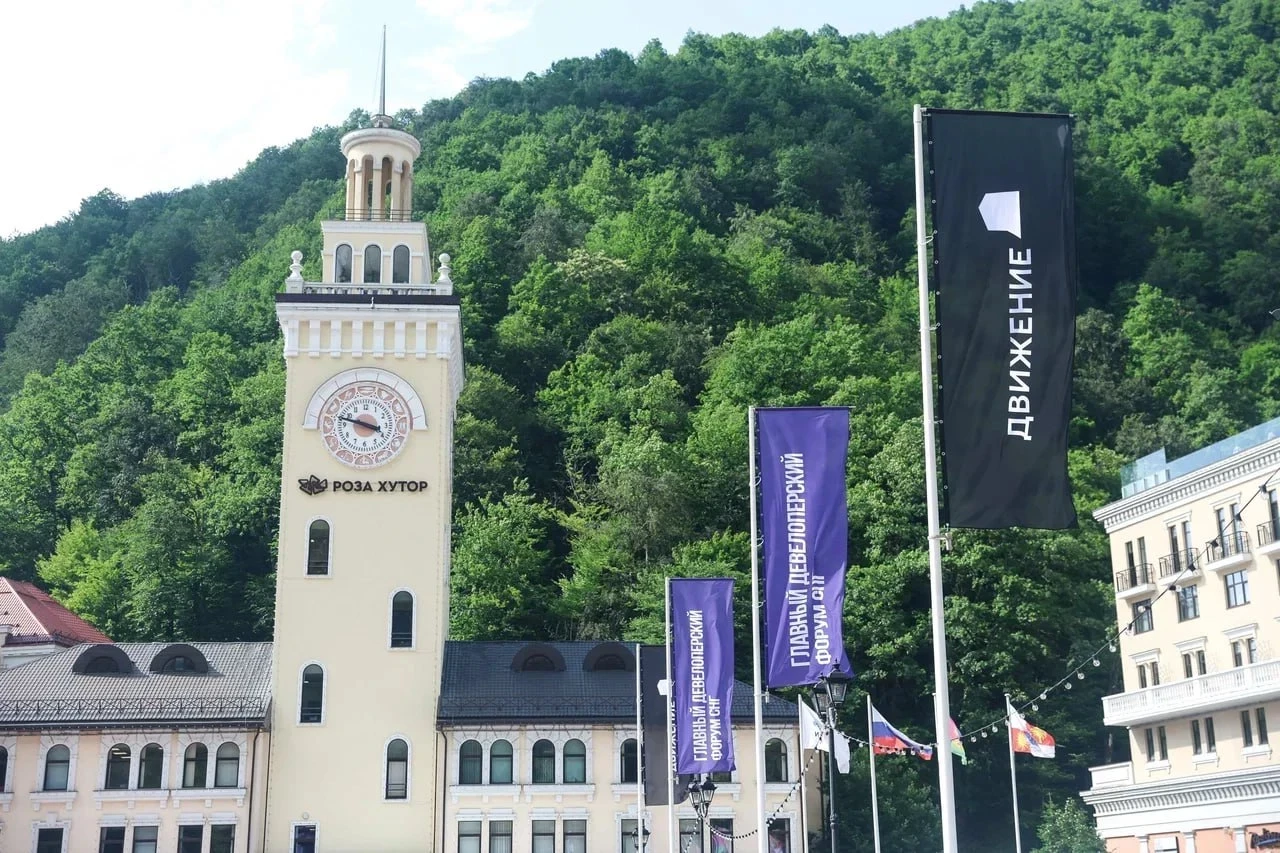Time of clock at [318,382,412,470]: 3:47
